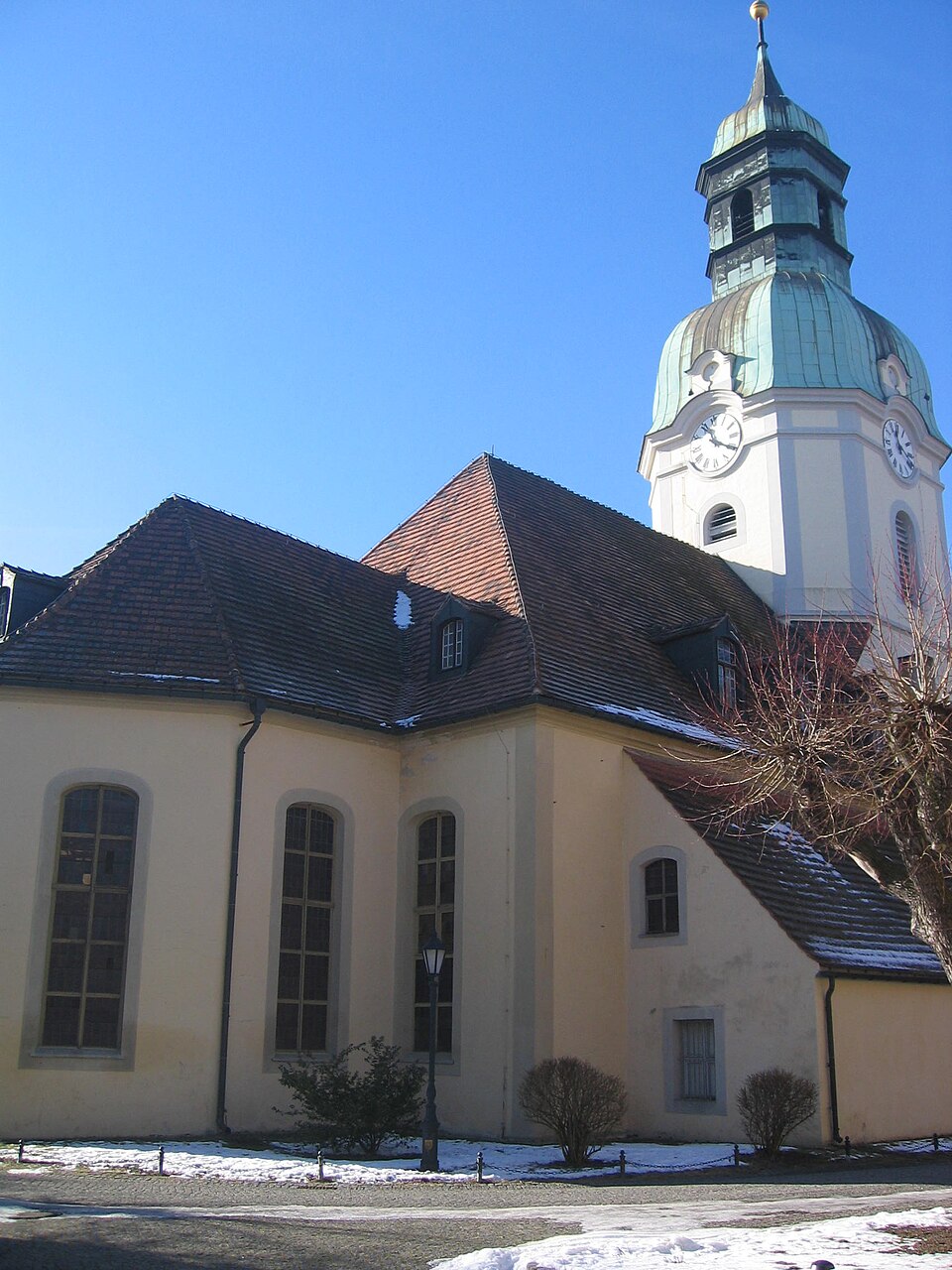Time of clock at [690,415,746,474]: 11:20
